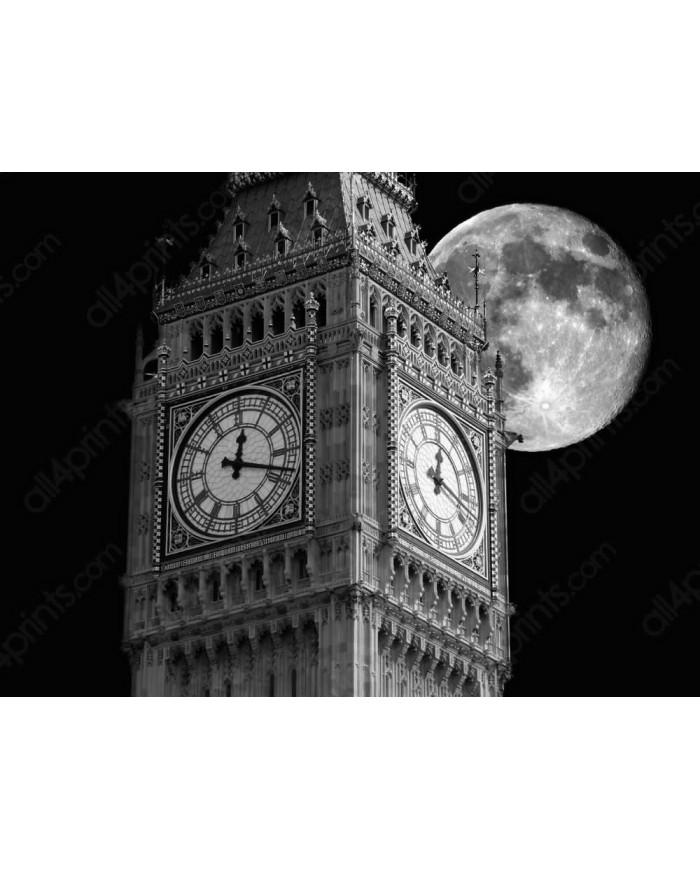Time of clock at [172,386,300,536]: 12:18
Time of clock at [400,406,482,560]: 12:17
